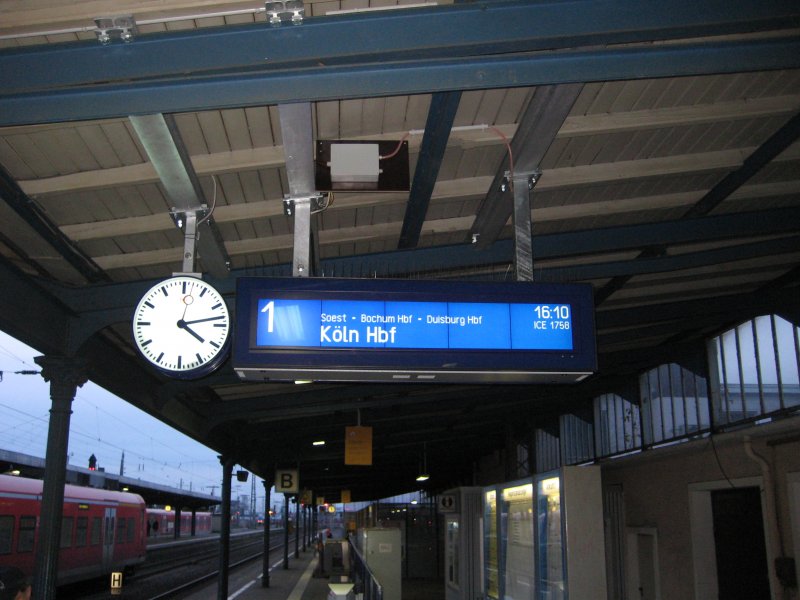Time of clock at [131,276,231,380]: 4:13
